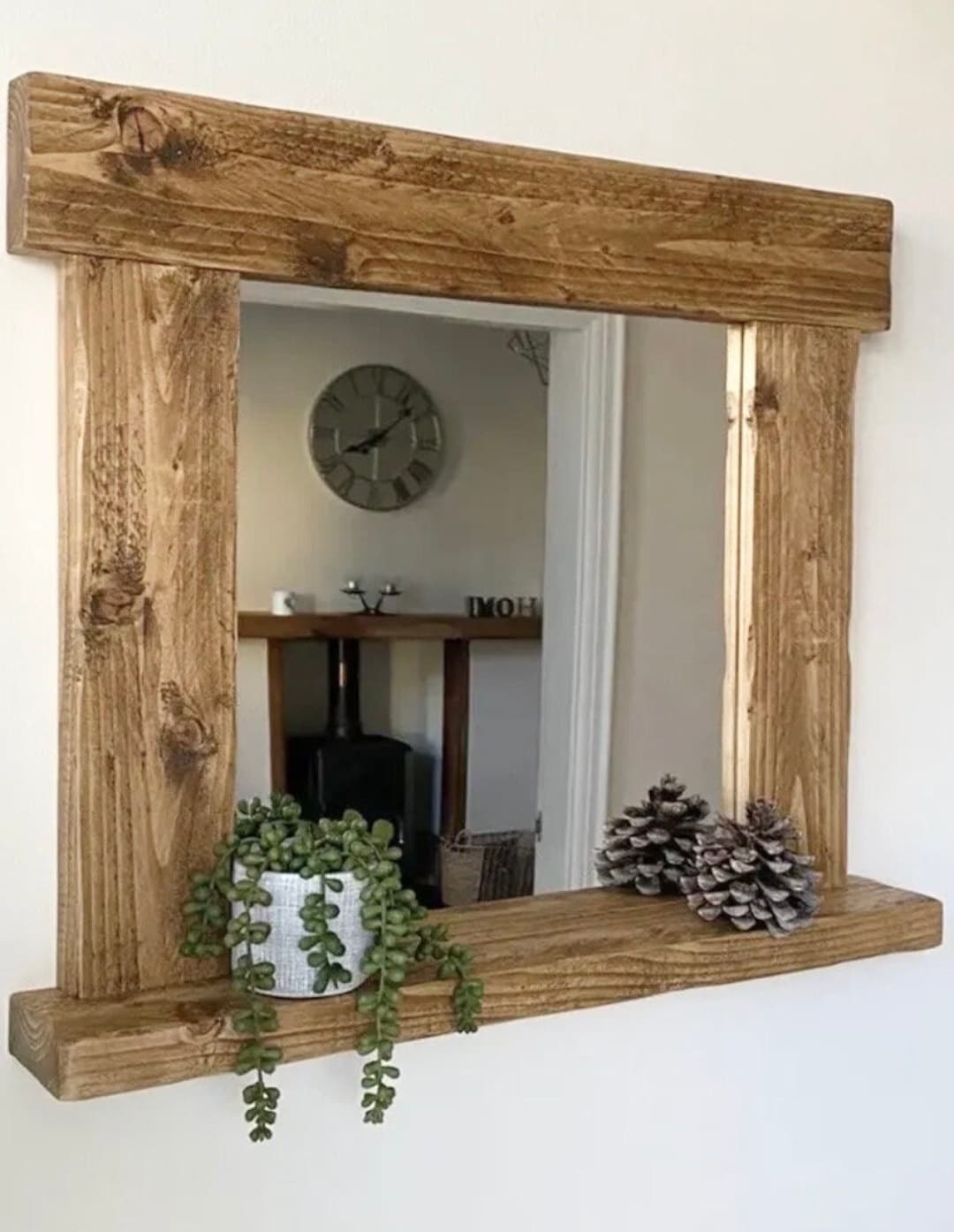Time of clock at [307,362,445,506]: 8:07
